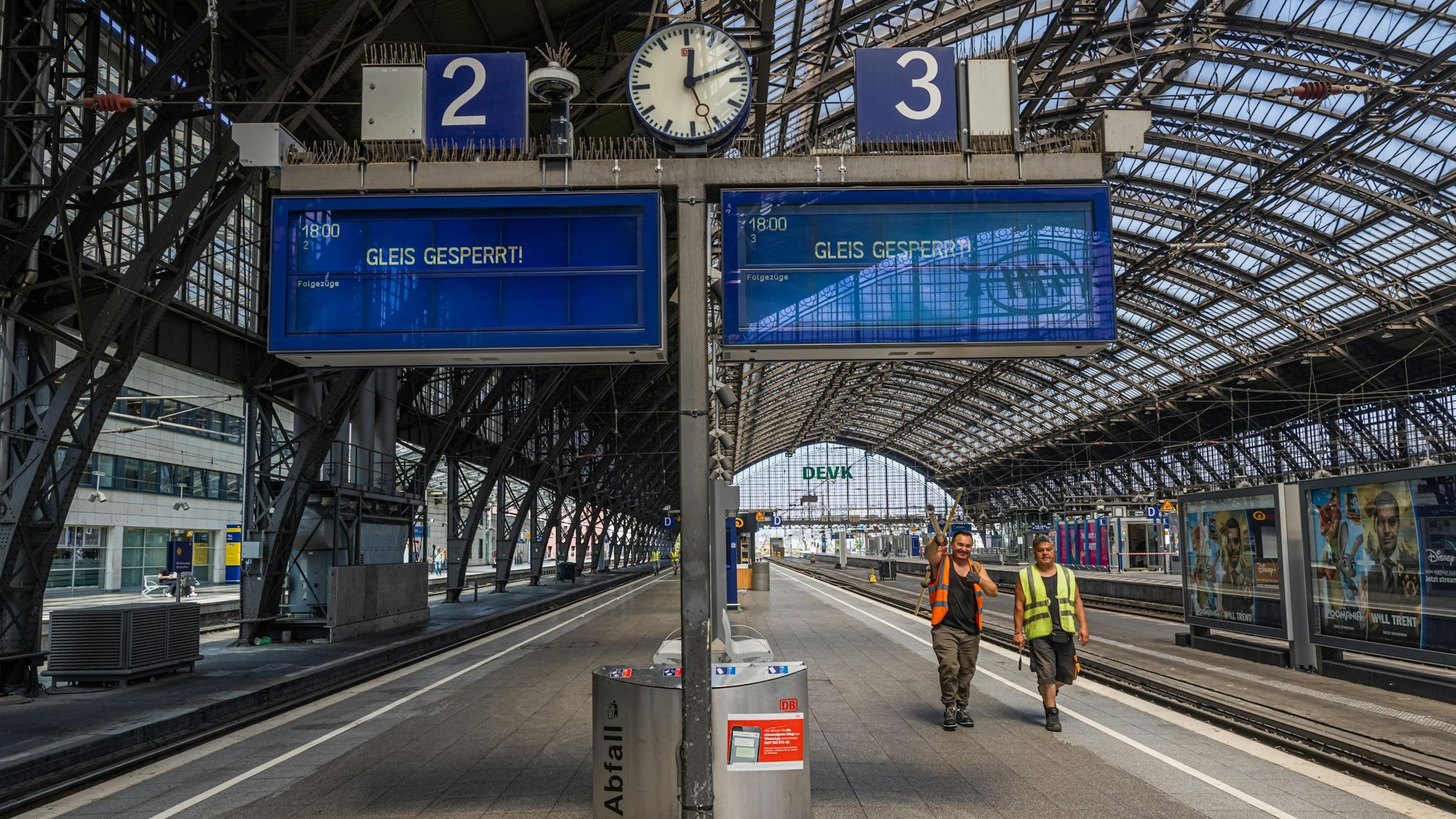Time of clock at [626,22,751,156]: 12:12
